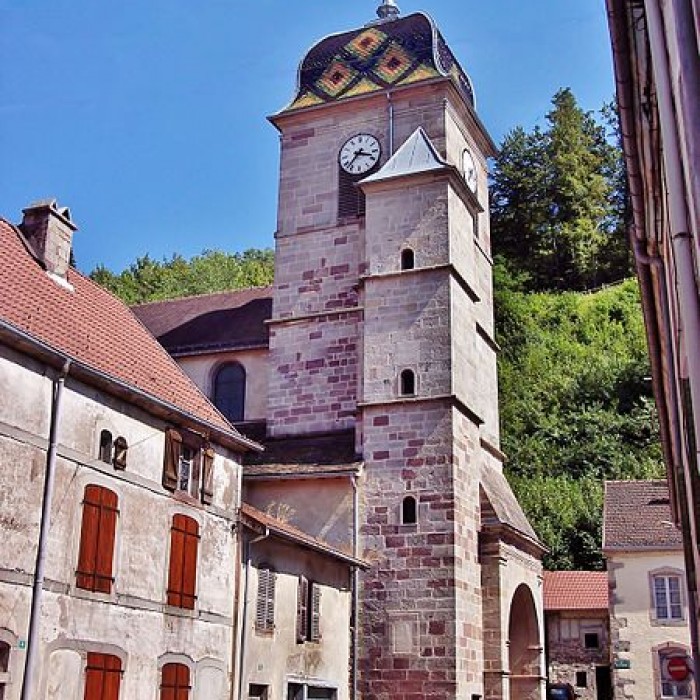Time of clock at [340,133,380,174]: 3:37
